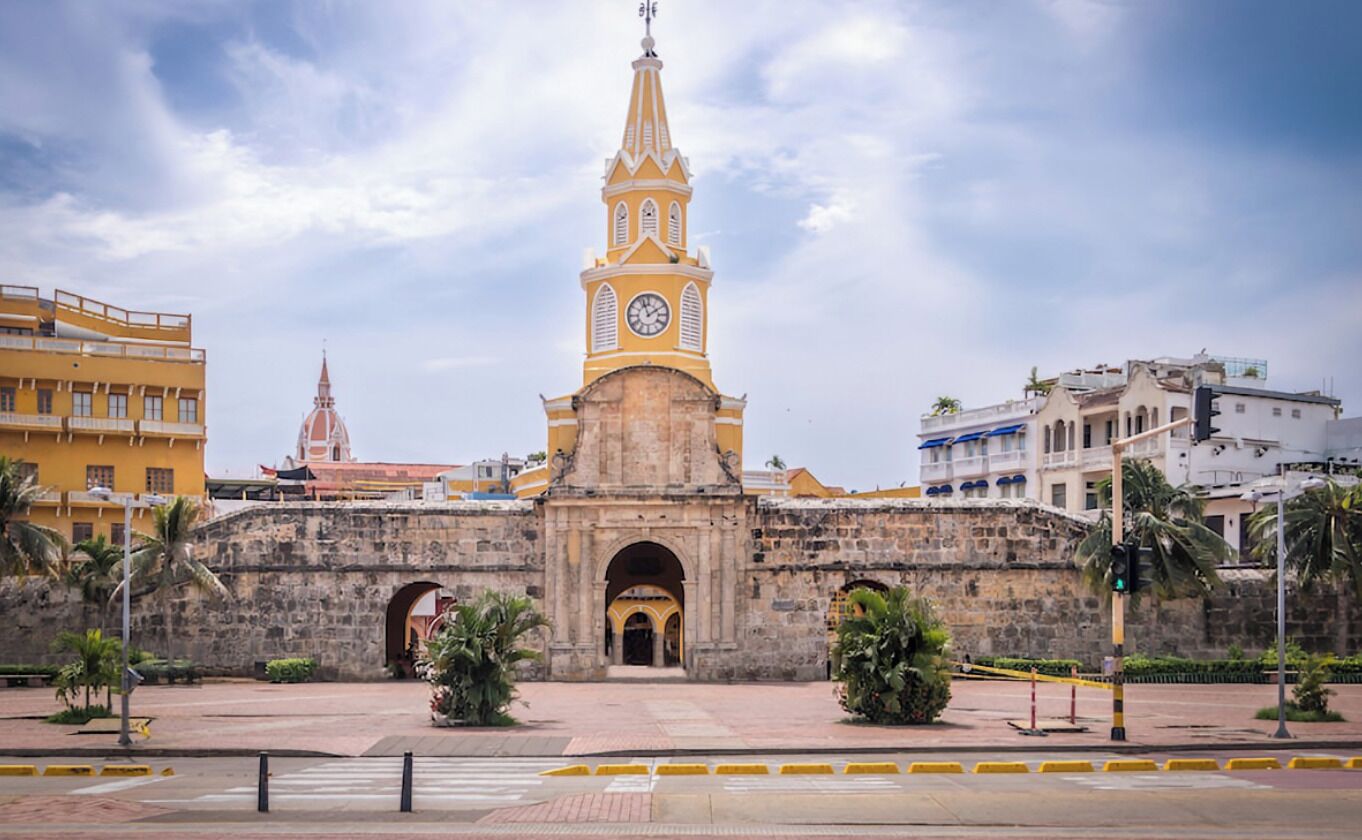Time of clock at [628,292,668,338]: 1:56
